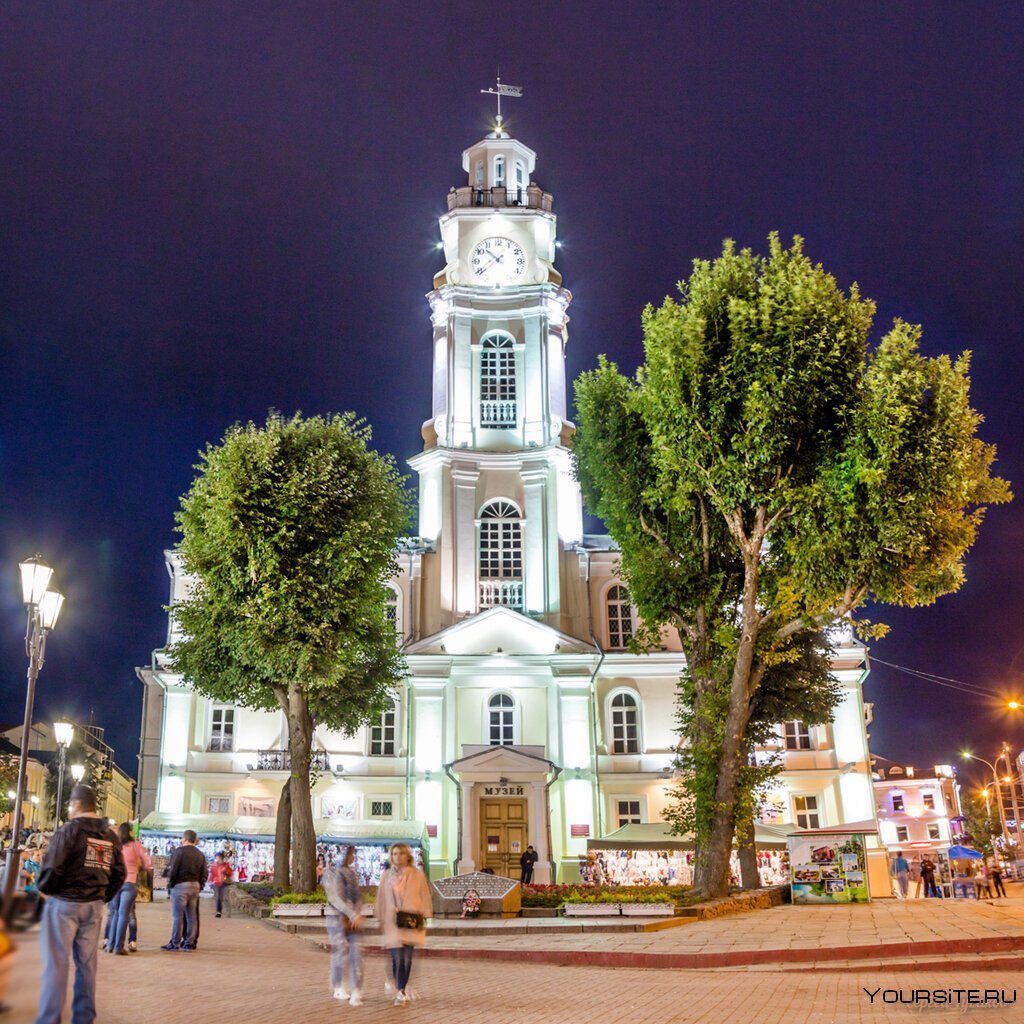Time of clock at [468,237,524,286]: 10:37
